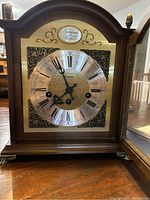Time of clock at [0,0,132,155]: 7:55
